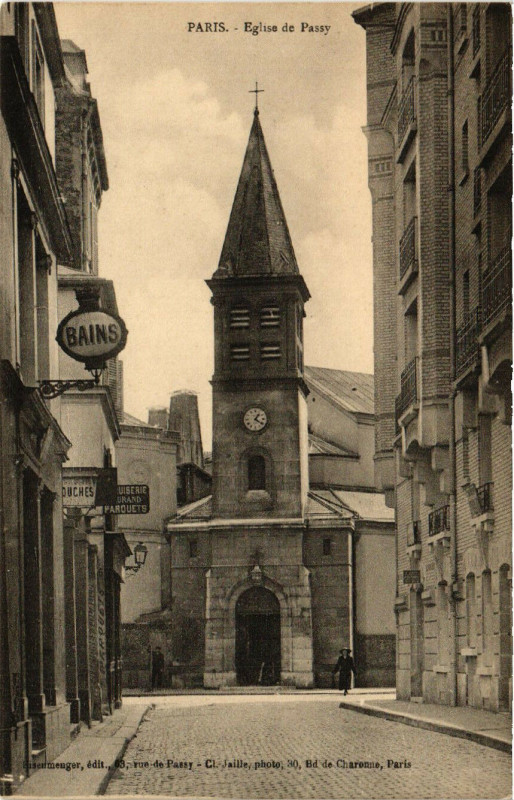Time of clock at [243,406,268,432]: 1:20
